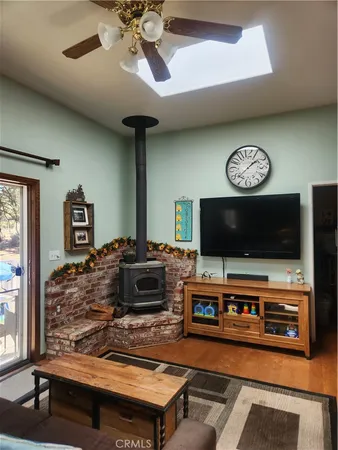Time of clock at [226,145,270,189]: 1:37
